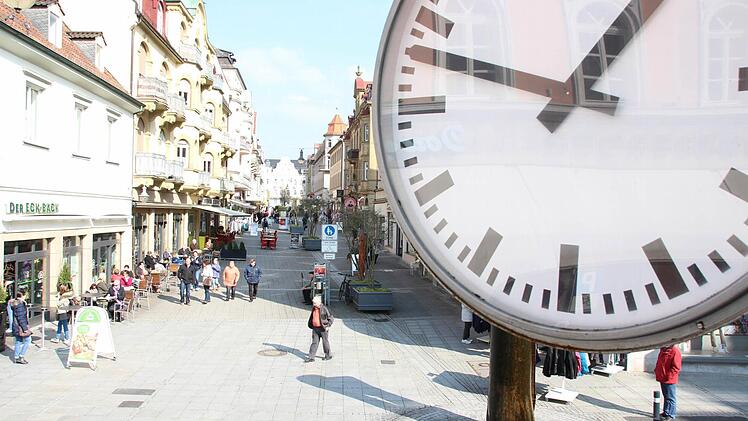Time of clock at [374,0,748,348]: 12:48
